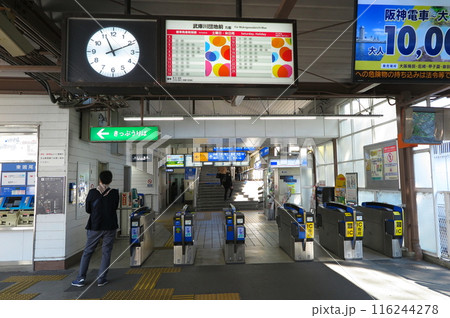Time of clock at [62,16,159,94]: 11:10
